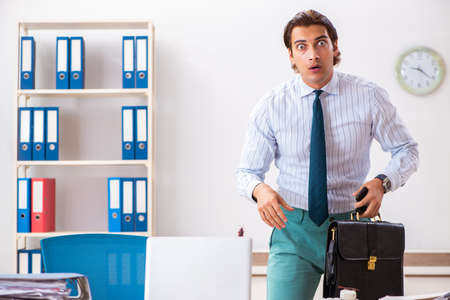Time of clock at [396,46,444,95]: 9:21
